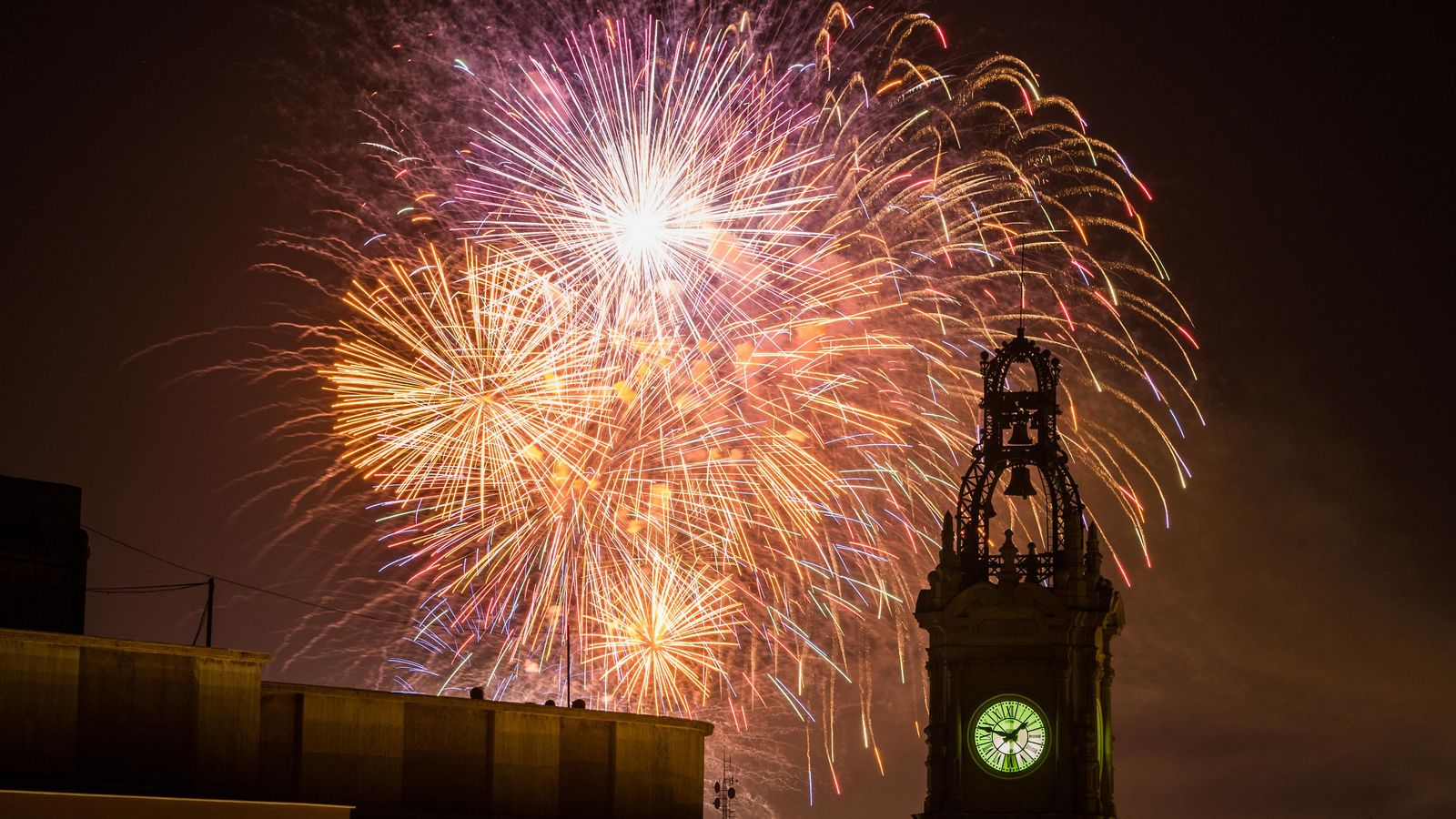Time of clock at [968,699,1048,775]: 1:47
